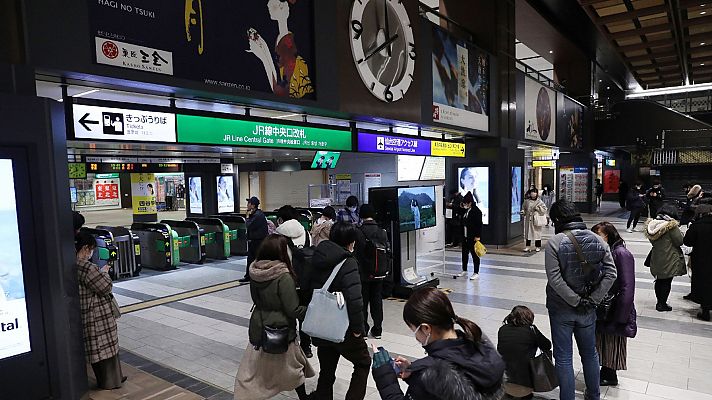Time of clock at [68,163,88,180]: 11:40
